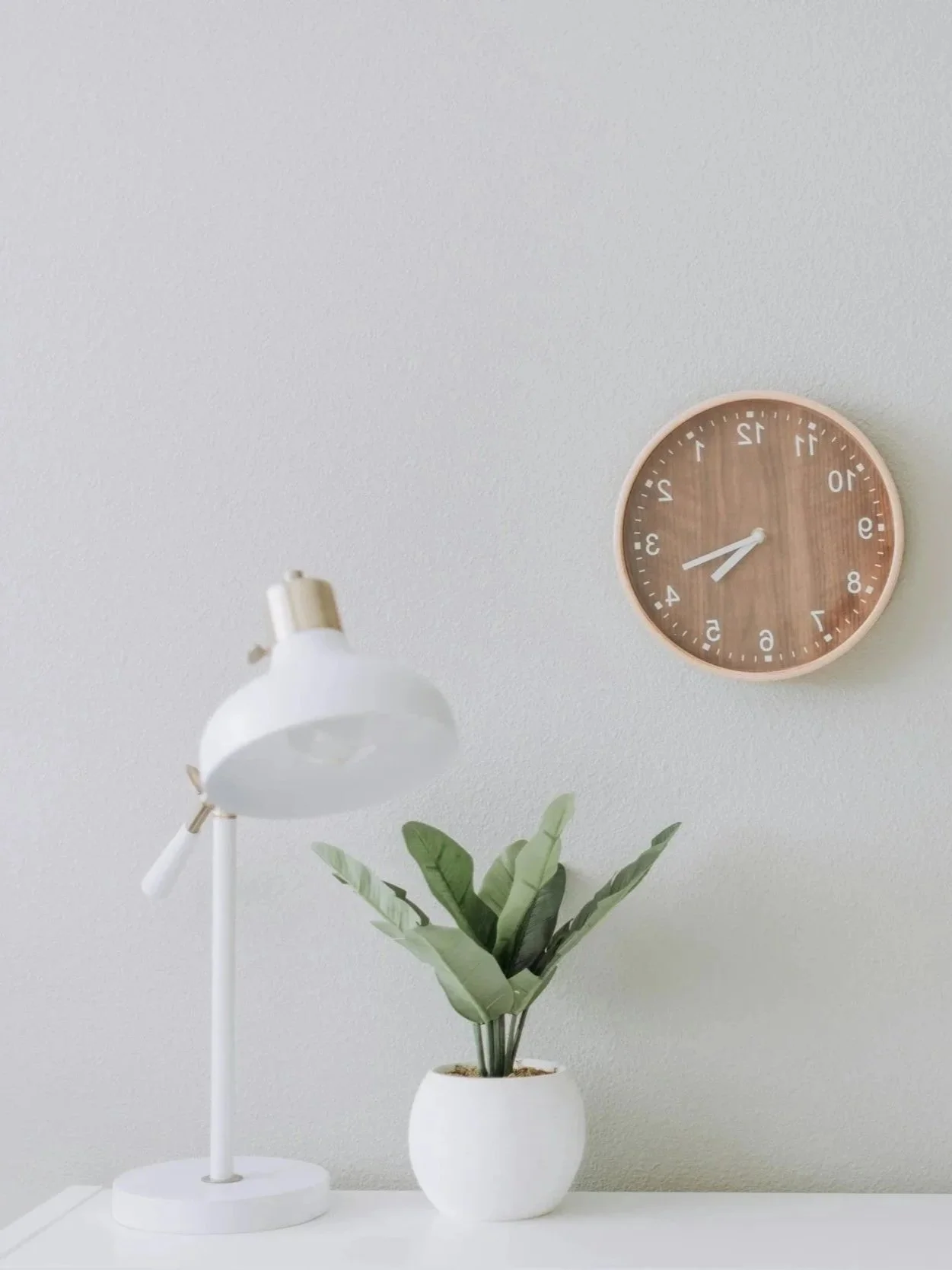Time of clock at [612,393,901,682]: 7:42
